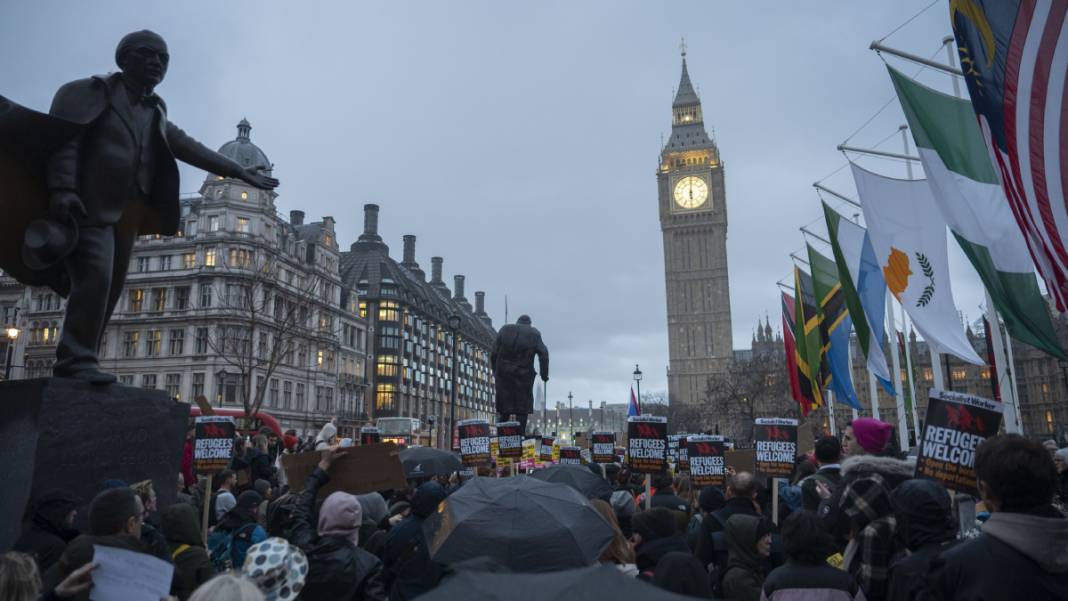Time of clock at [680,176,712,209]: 6:00
